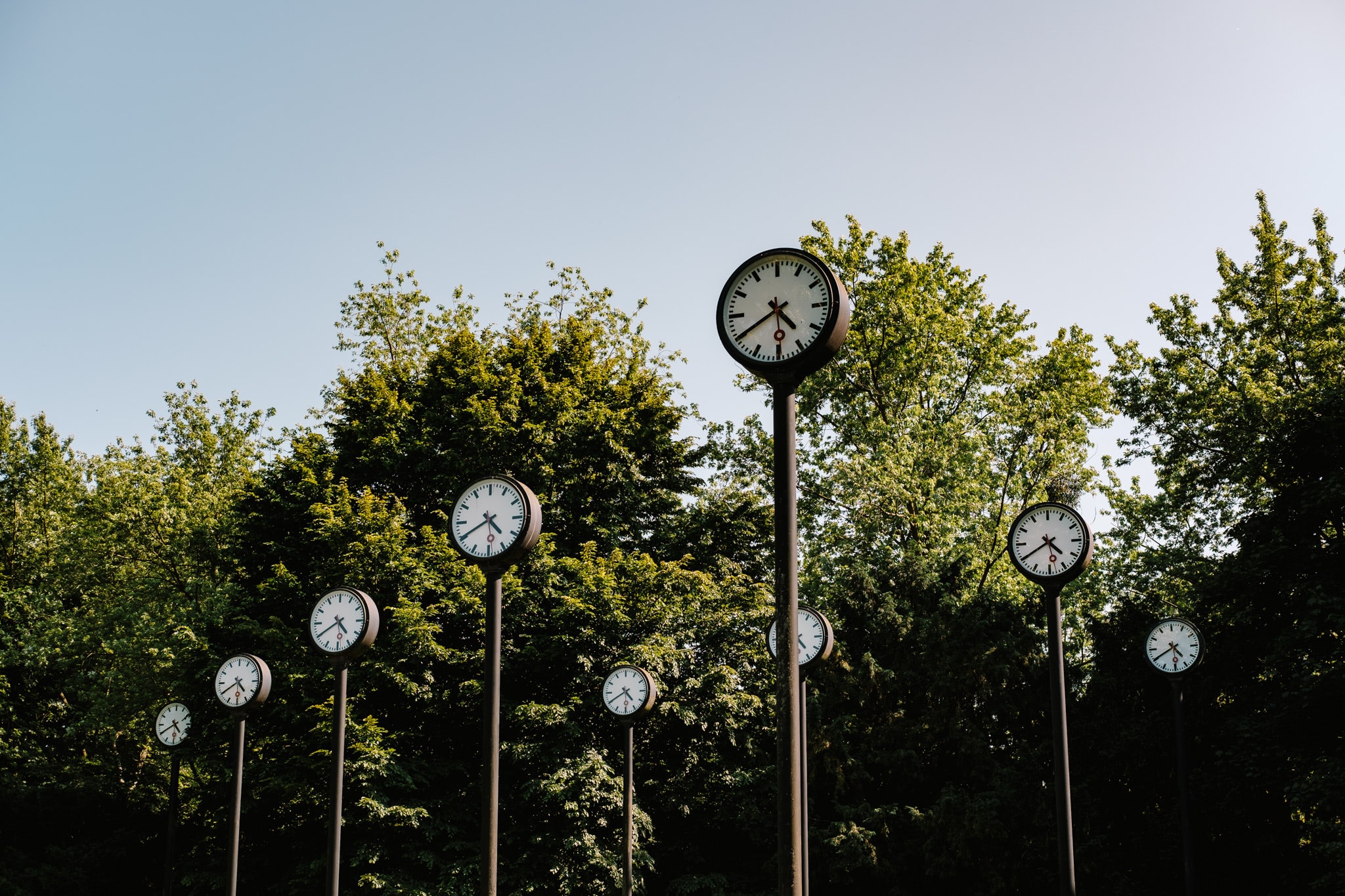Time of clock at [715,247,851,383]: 4:40
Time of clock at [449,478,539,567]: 4:40
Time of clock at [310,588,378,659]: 4:40
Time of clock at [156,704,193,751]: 4:40
